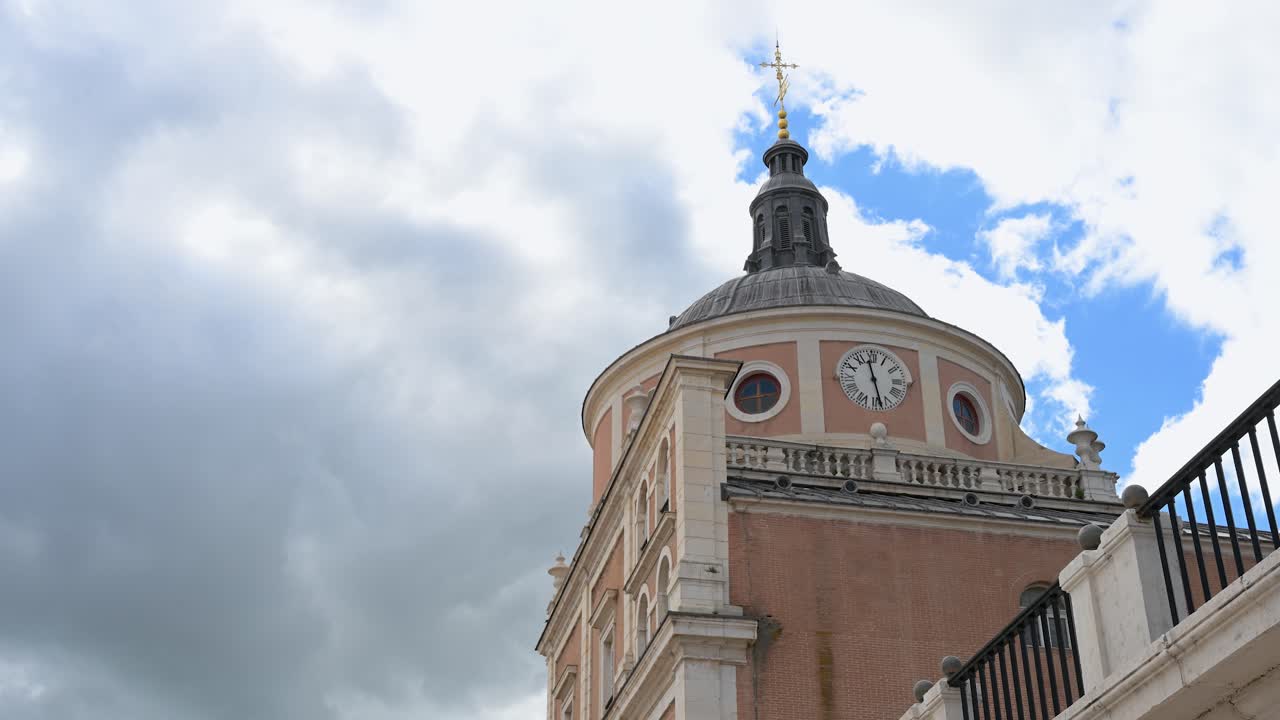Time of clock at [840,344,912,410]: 11:28
